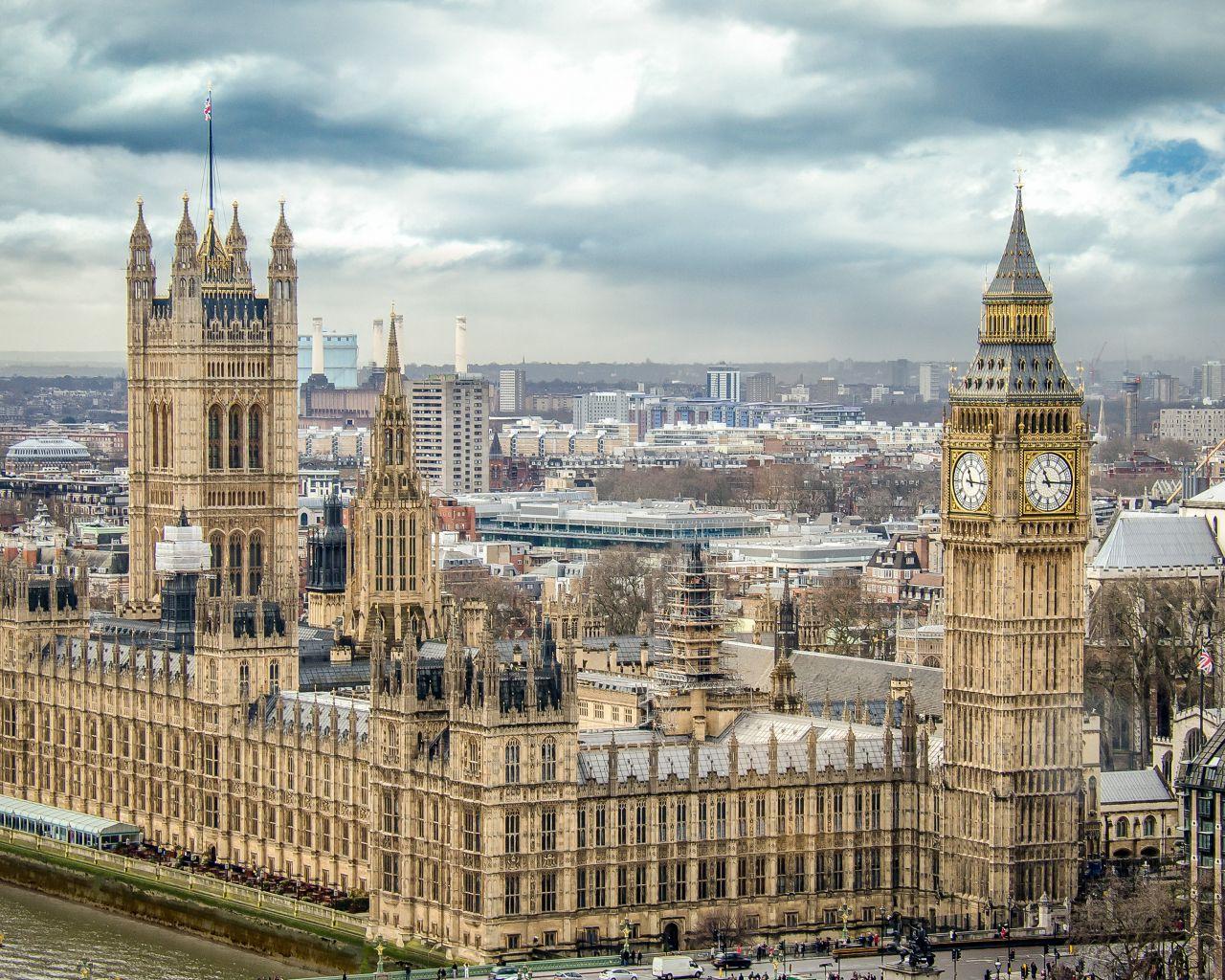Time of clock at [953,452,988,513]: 11:15
